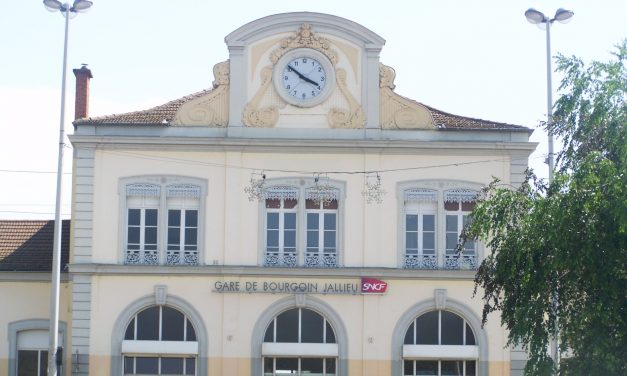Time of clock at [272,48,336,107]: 3:51
